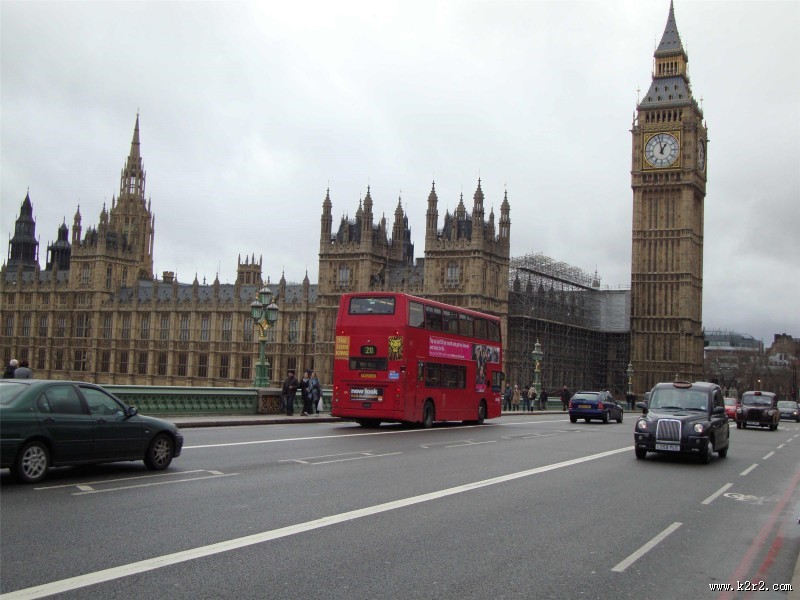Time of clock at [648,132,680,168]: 12:58
